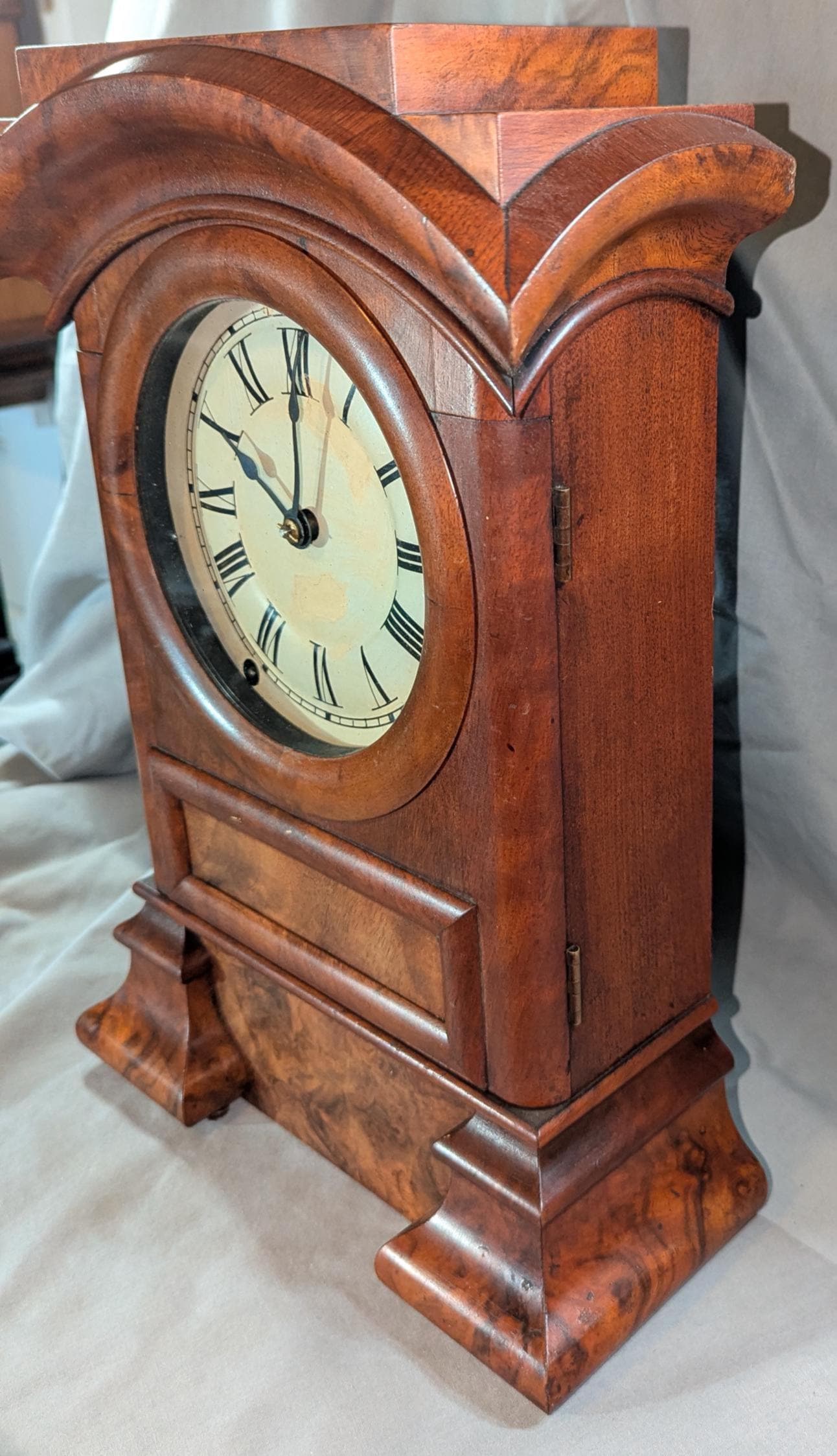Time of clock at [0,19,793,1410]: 10:00
